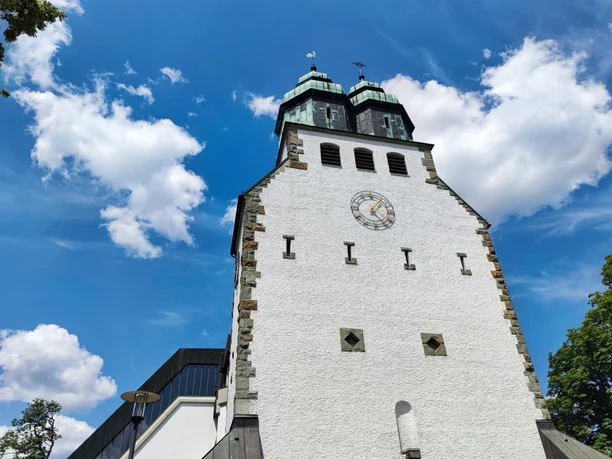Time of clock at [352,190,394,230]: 1:24
